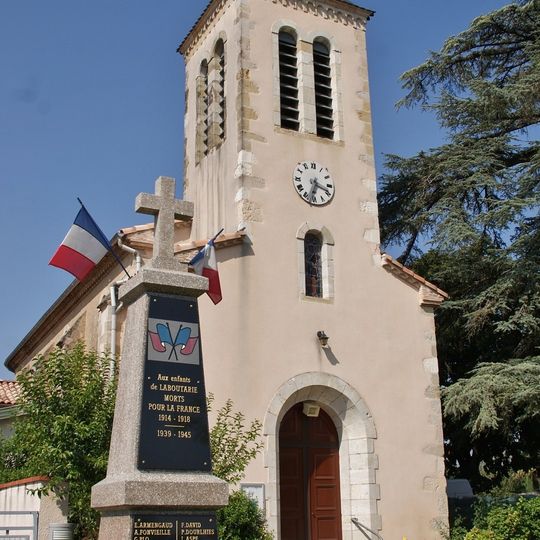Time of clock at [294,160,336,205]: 3:33
